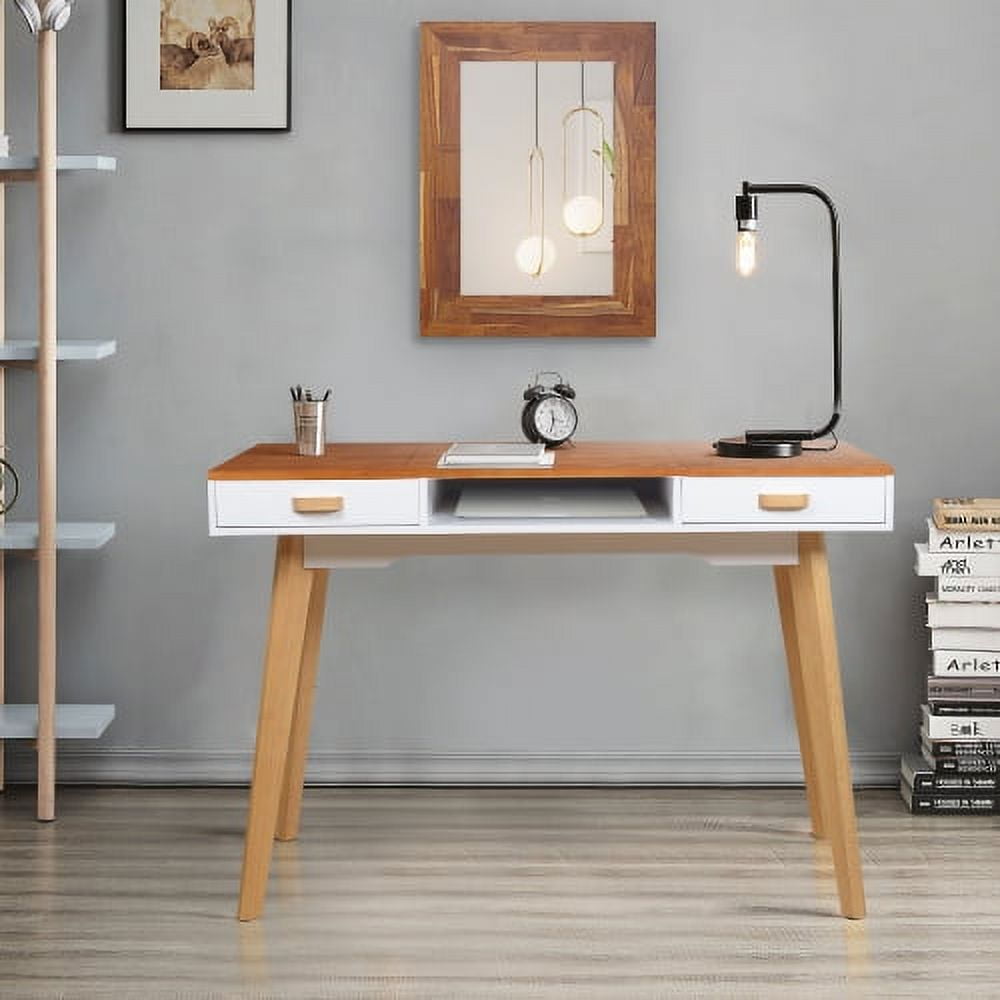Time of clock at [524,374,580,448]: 11:32
